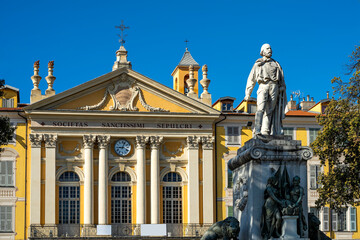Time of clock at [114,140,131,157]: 9:03
